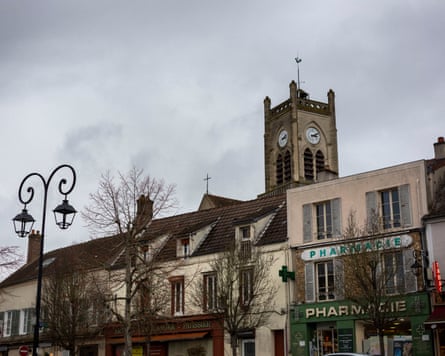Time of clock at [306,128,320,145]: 3:11
